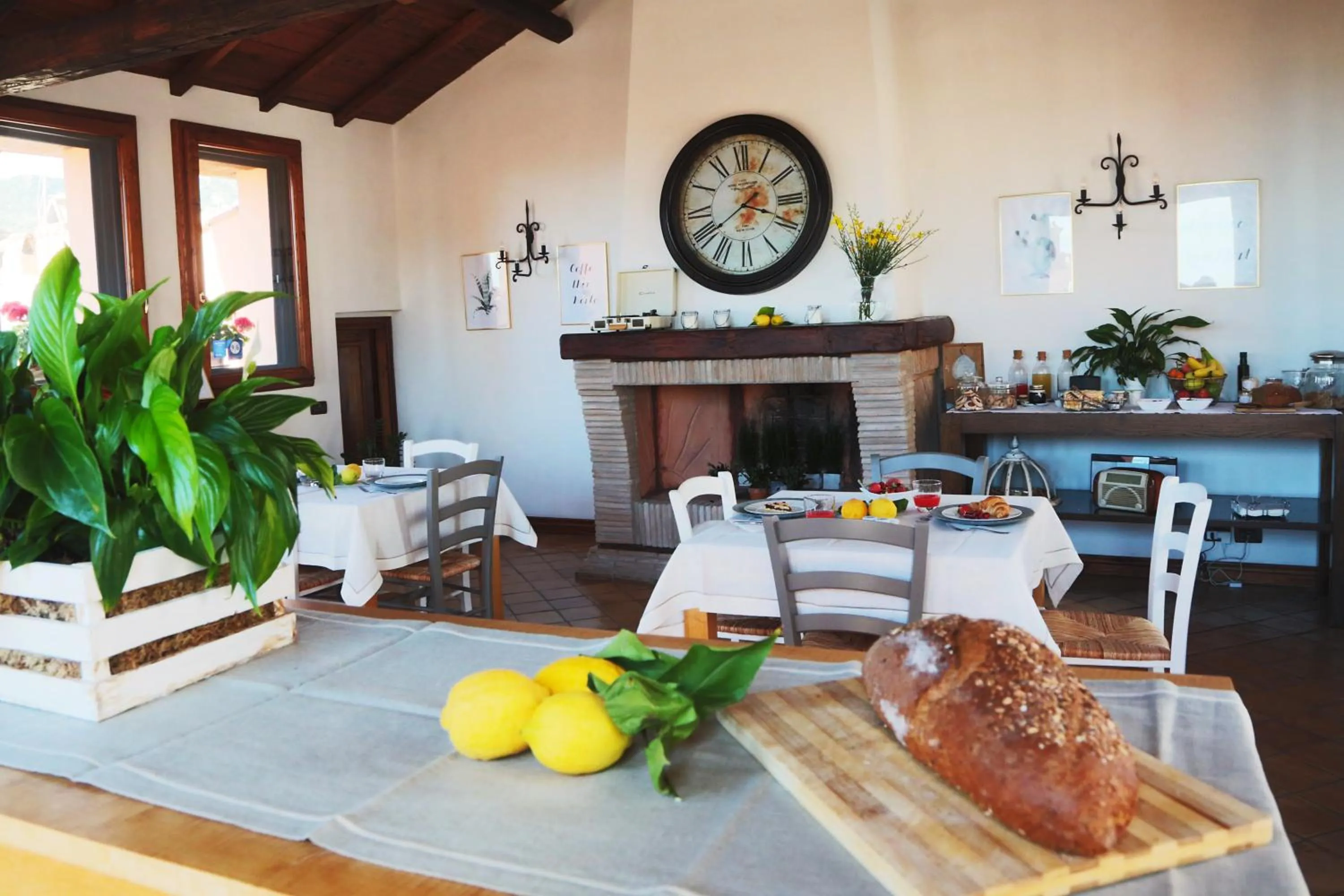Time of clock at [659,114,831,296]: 3:39
